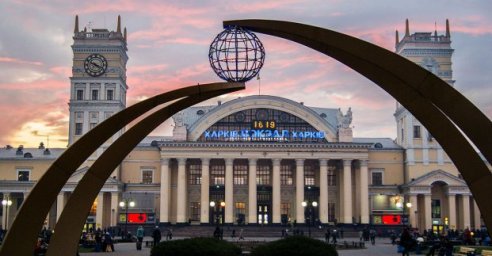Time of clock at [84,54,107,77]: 3:50
